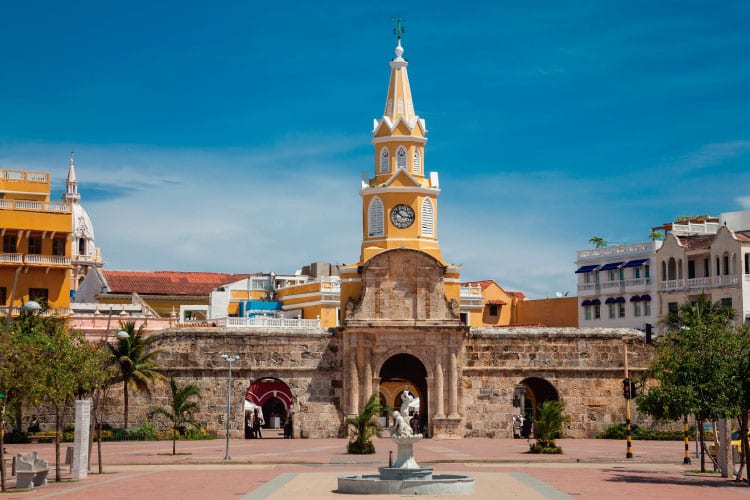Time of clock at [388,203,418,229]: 10:15
